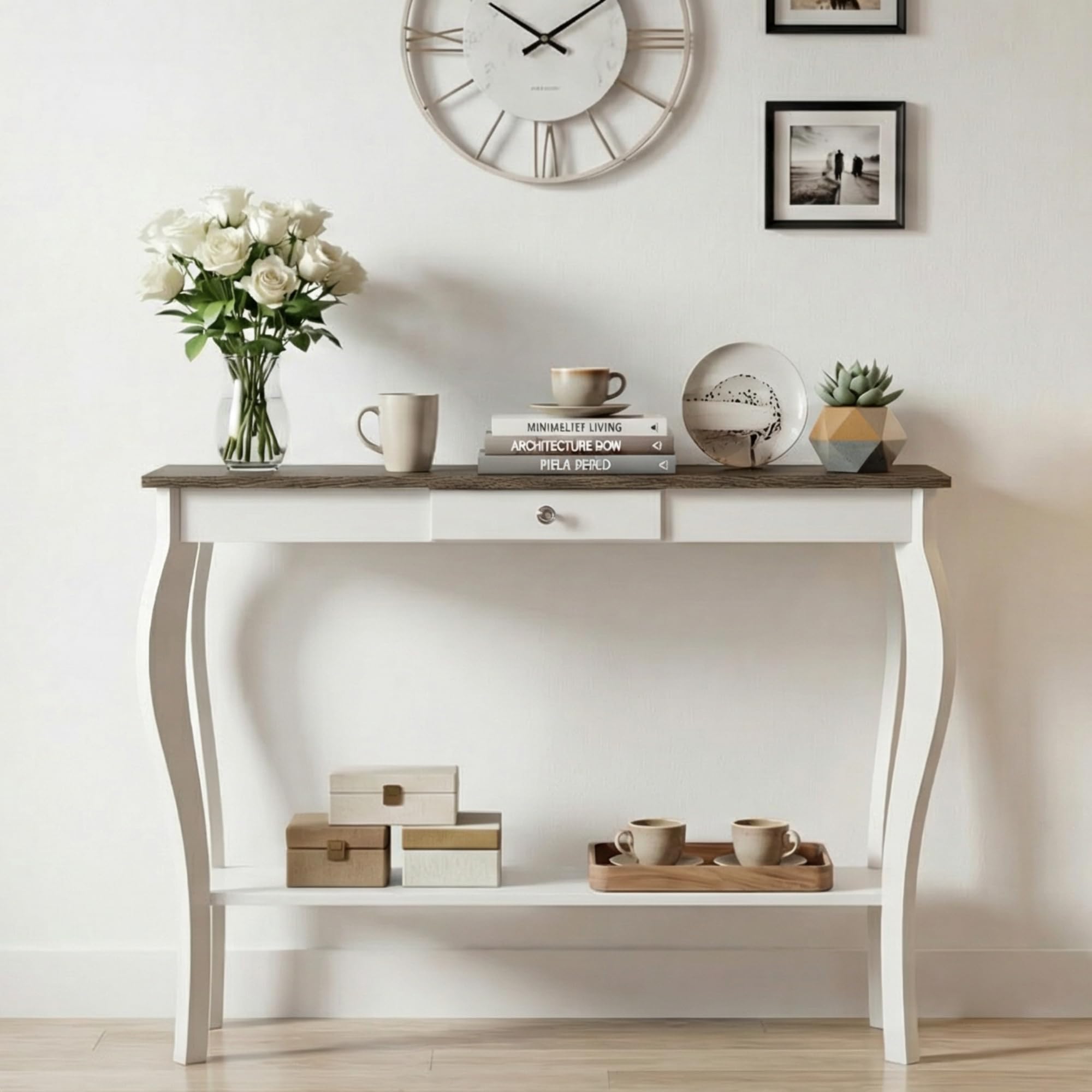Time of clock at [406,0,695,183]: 10:08
